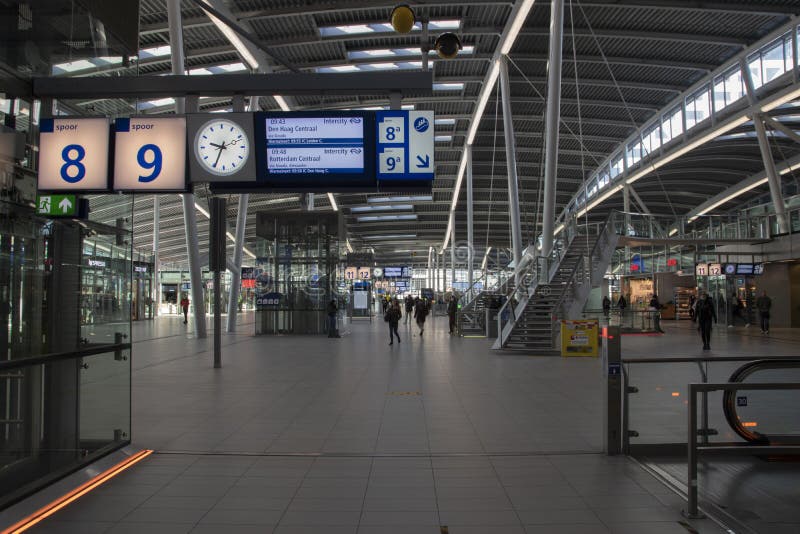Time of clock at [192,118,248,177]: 9:34
